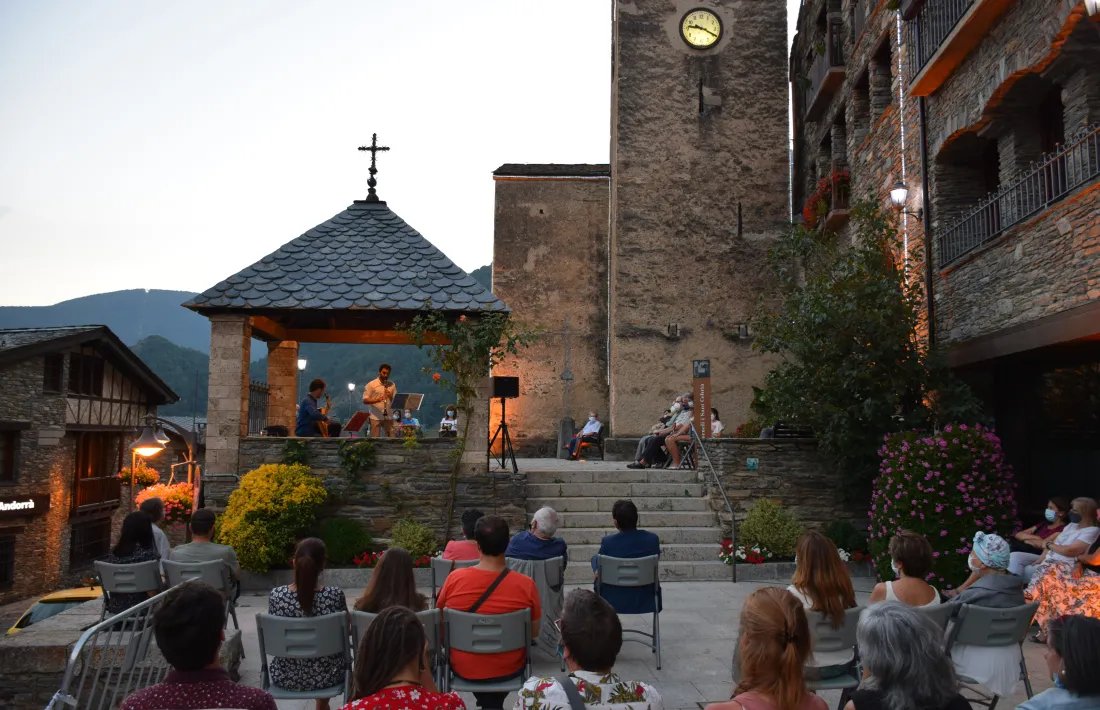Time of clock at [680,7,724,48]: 9:19
